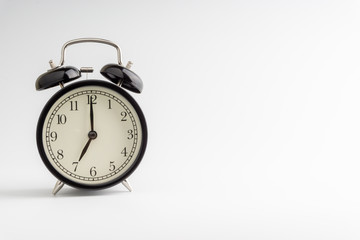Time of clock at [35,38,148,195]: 7:00
